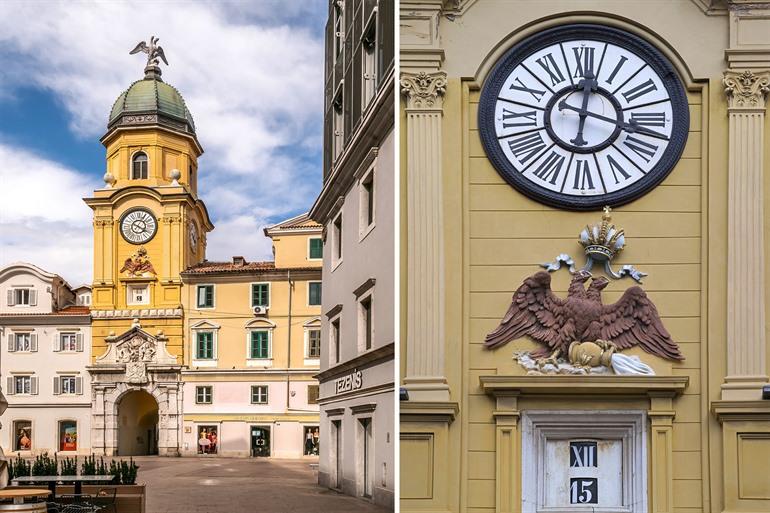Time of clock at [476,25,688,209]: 12:17
